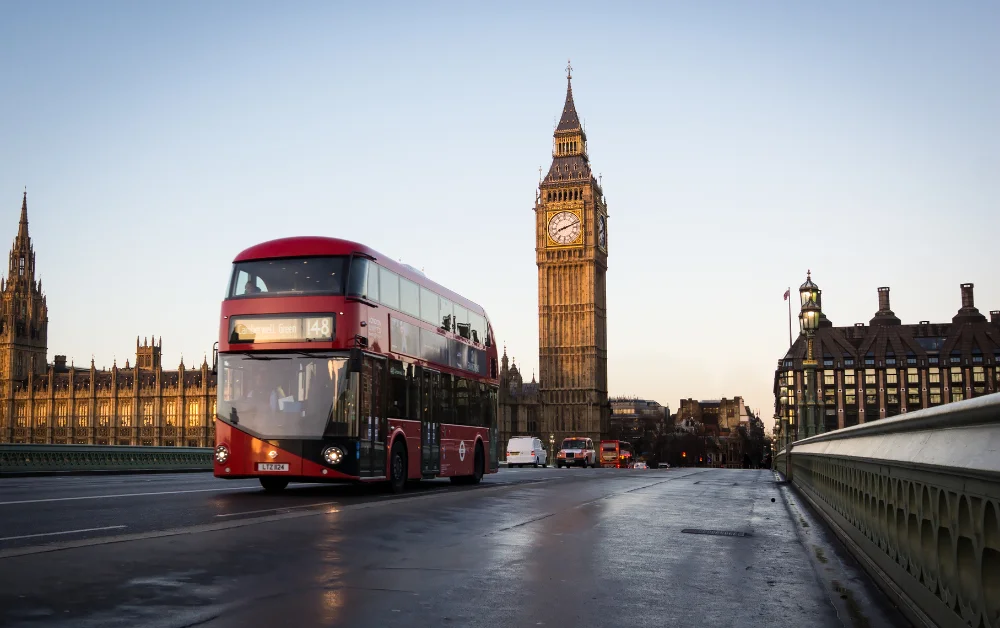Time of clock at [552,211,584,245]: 8:11
